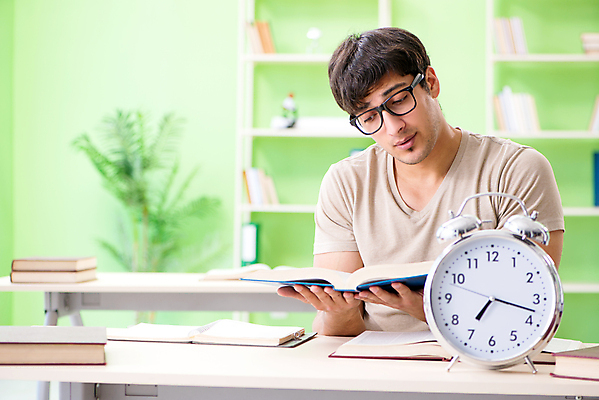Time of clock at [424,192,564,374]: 7:17
